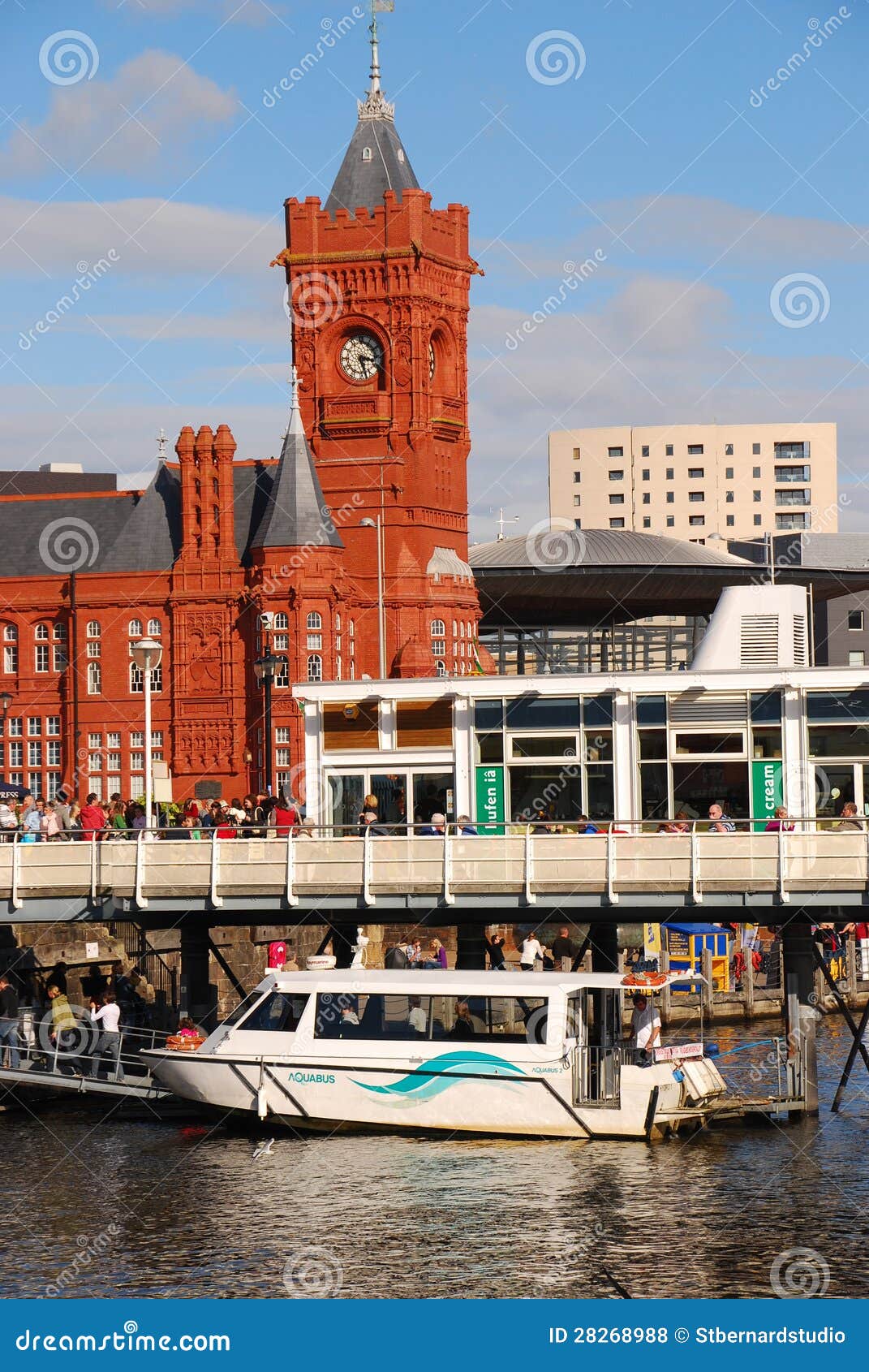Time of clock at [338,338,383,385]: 3:27
